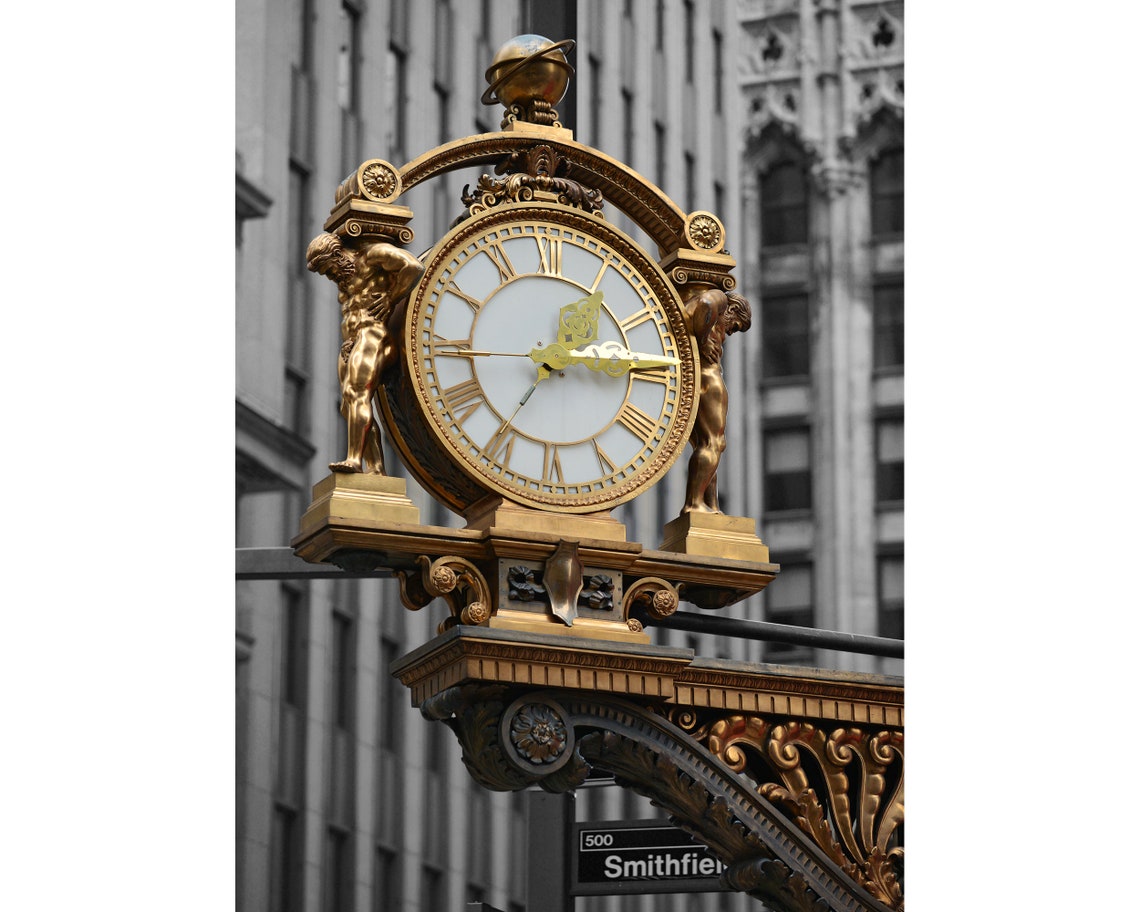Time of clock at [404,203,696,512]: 2:14
